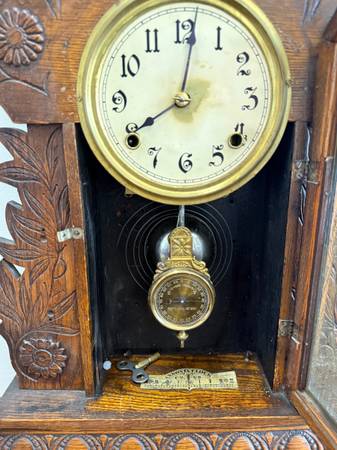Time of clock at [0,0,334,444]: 8:01
